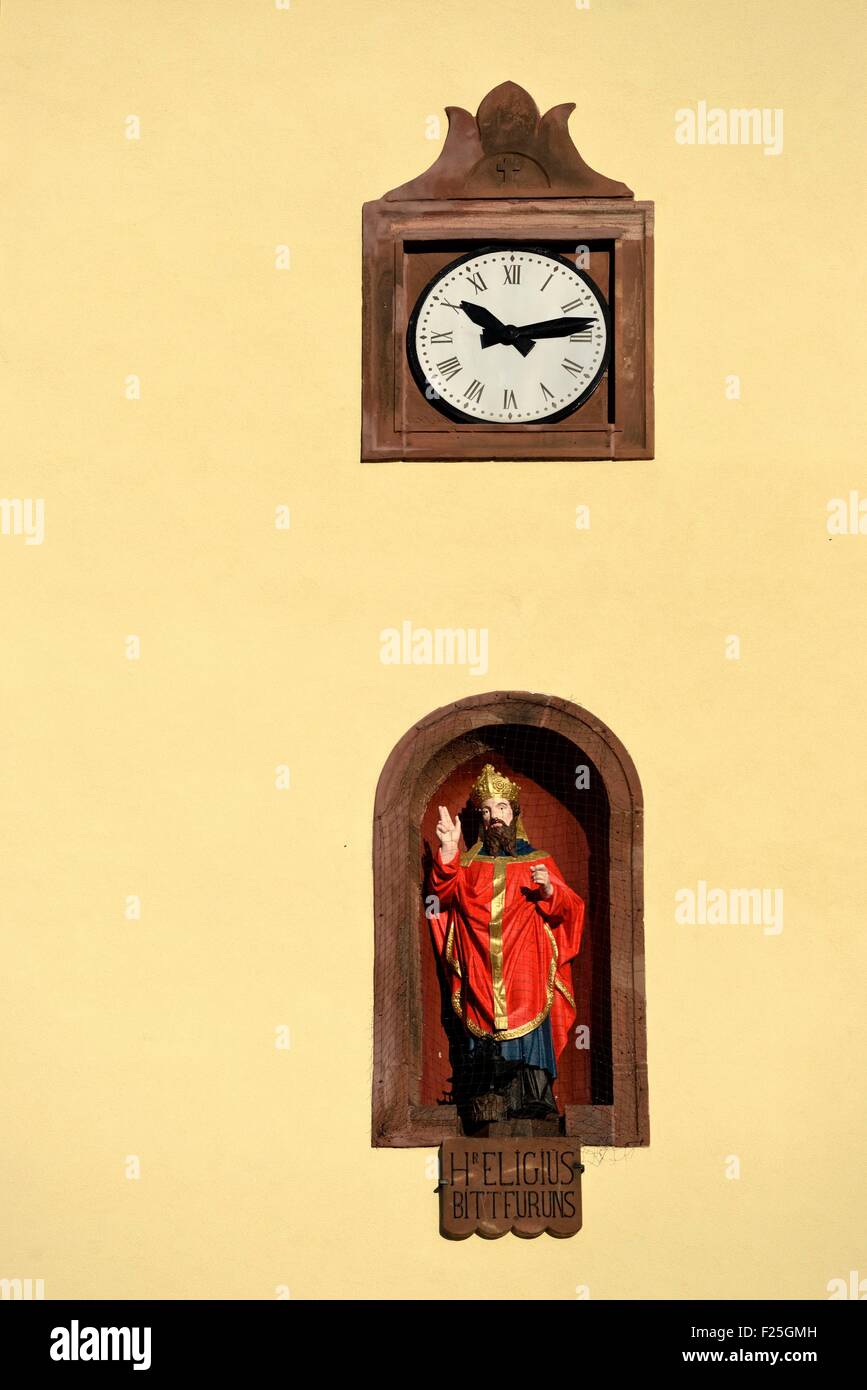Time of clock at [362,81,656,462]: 10:13
